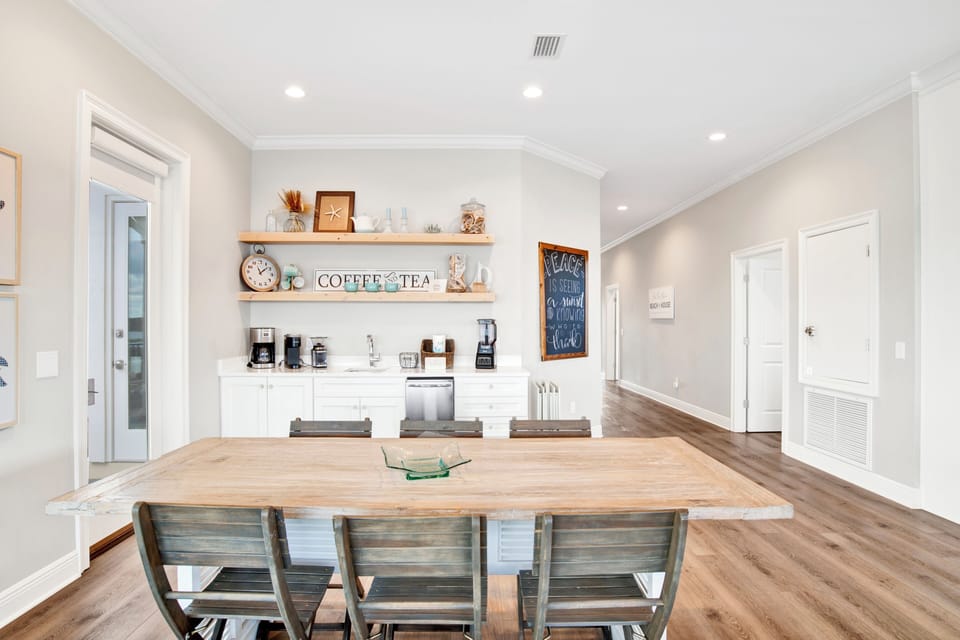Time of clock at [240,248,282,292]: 11:08
